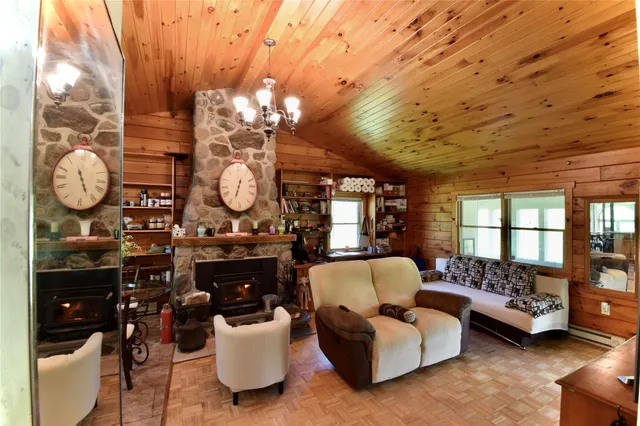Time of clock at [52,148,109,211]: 5:26
